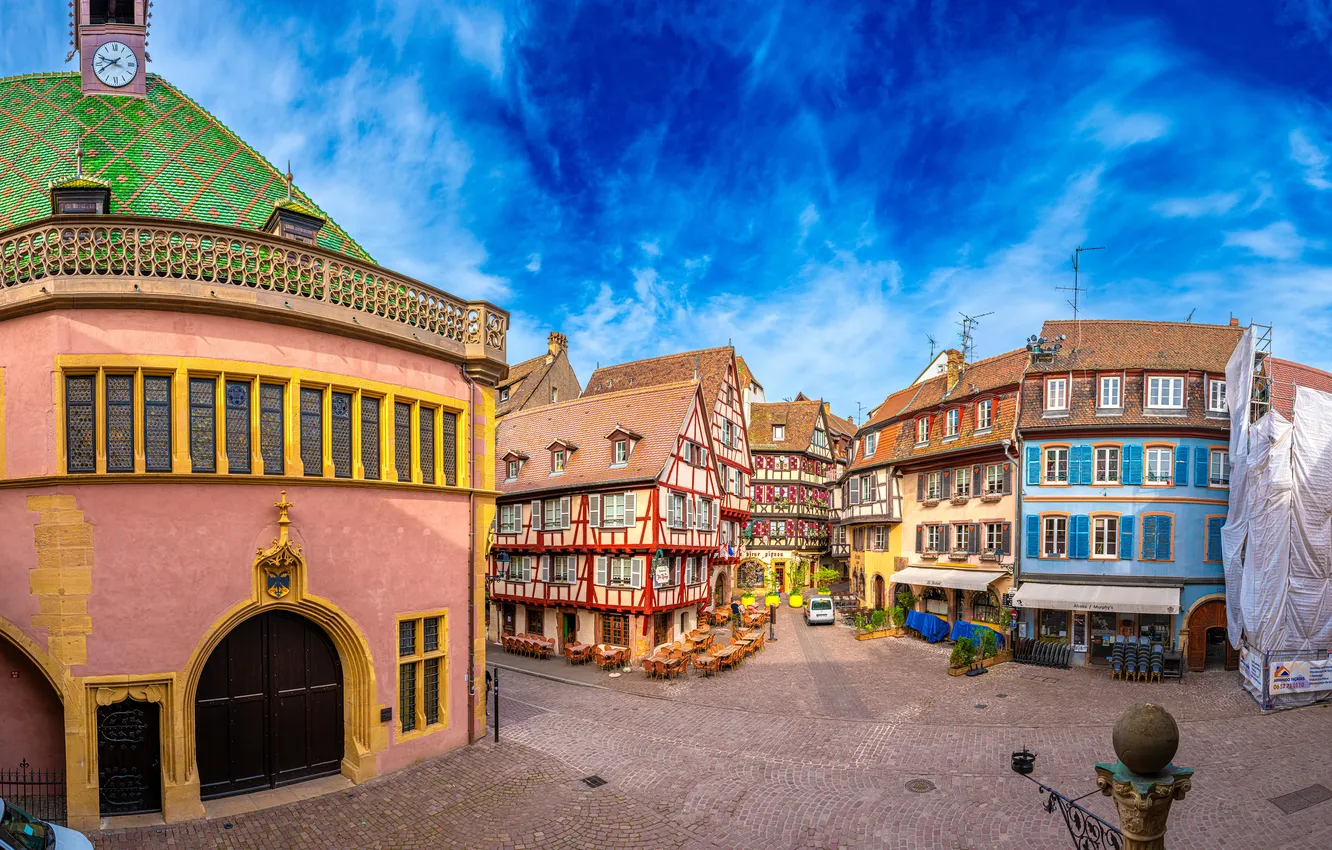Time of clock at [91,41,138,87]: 9:40
